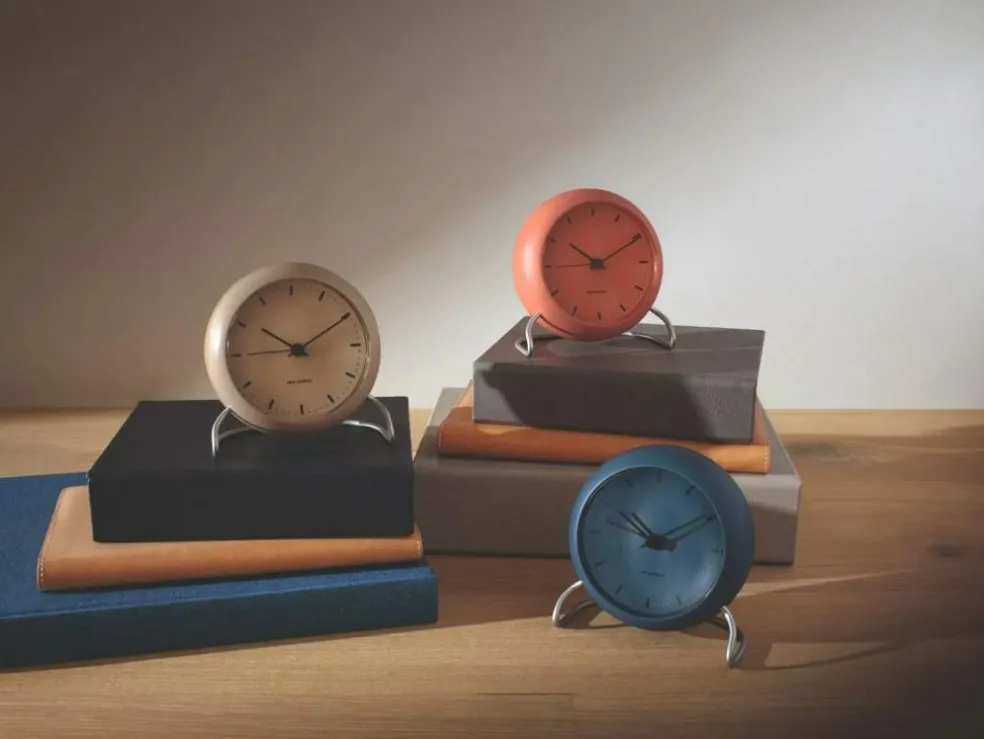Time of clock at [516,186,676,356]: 10:10
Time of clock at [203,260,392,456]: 10:10
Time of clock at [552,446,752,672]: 10:10
